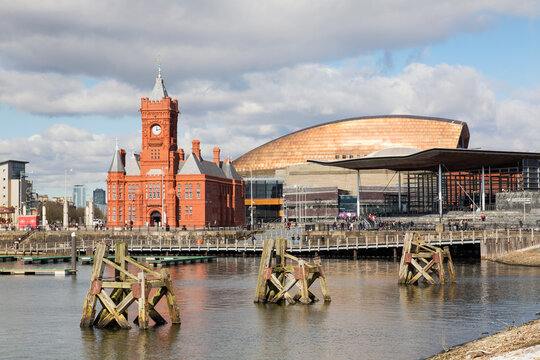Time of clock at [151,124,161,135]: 12:13
